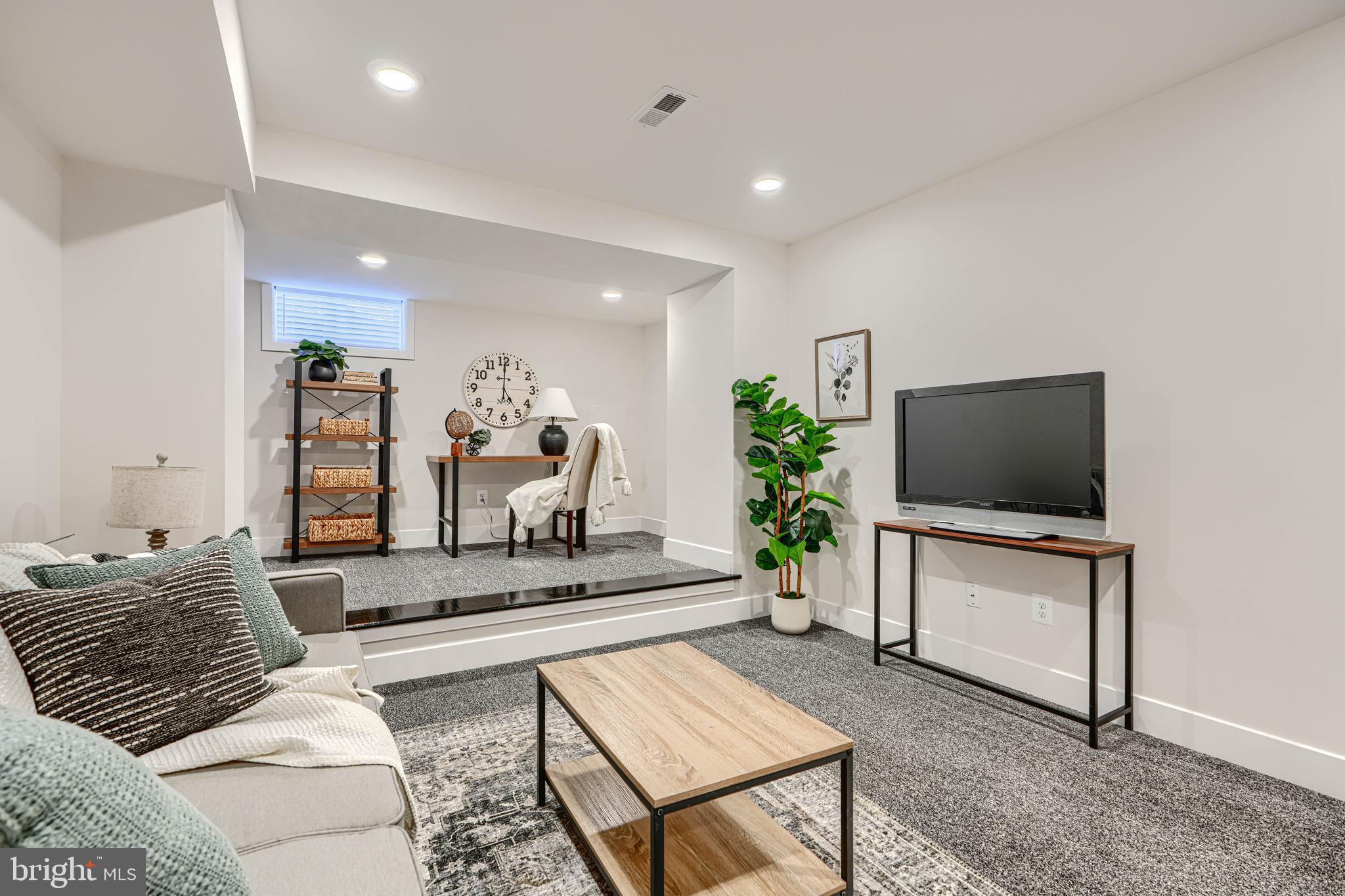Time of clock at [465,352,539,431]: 5:00
